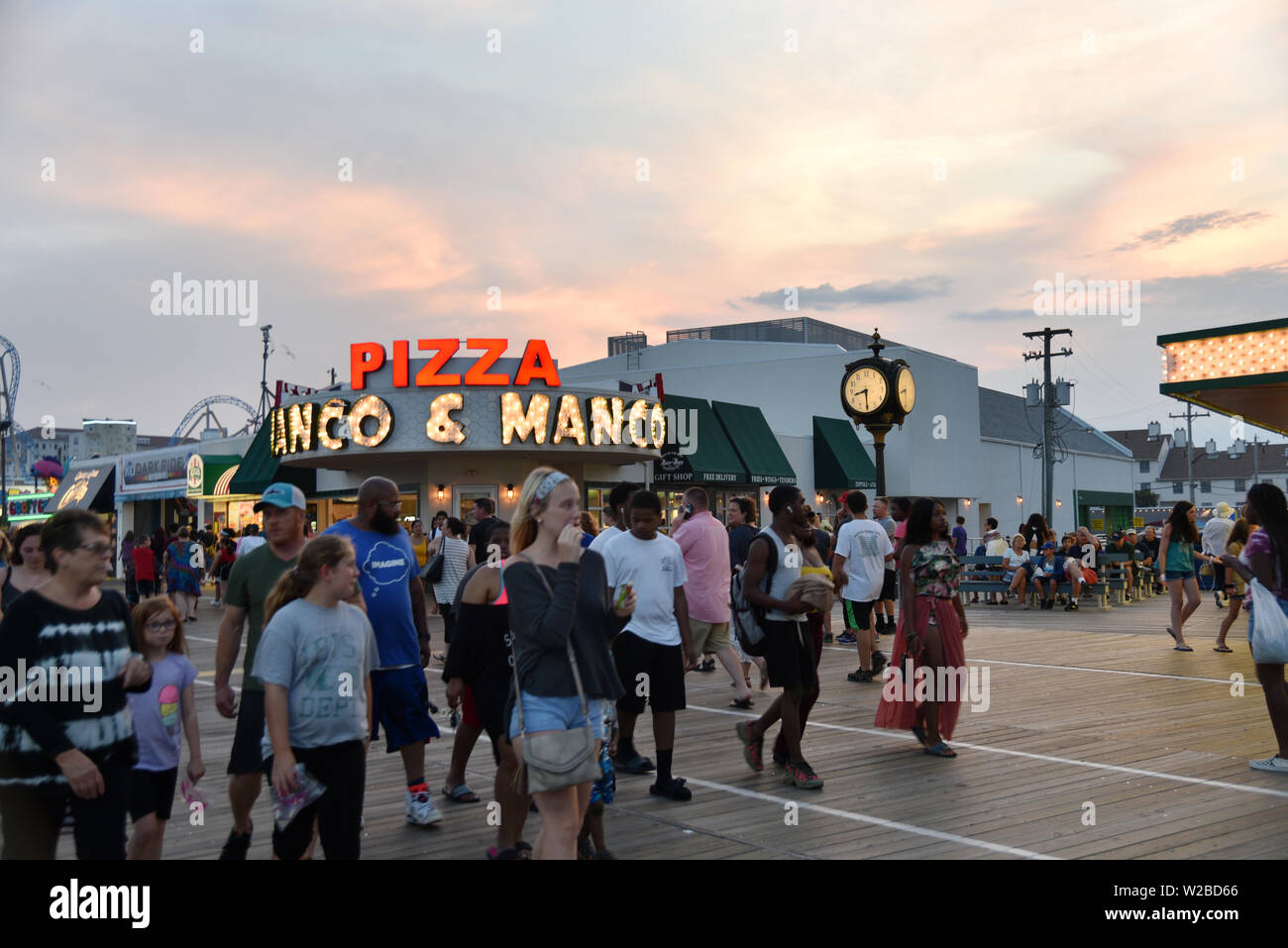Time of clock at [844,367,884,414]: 8:30
